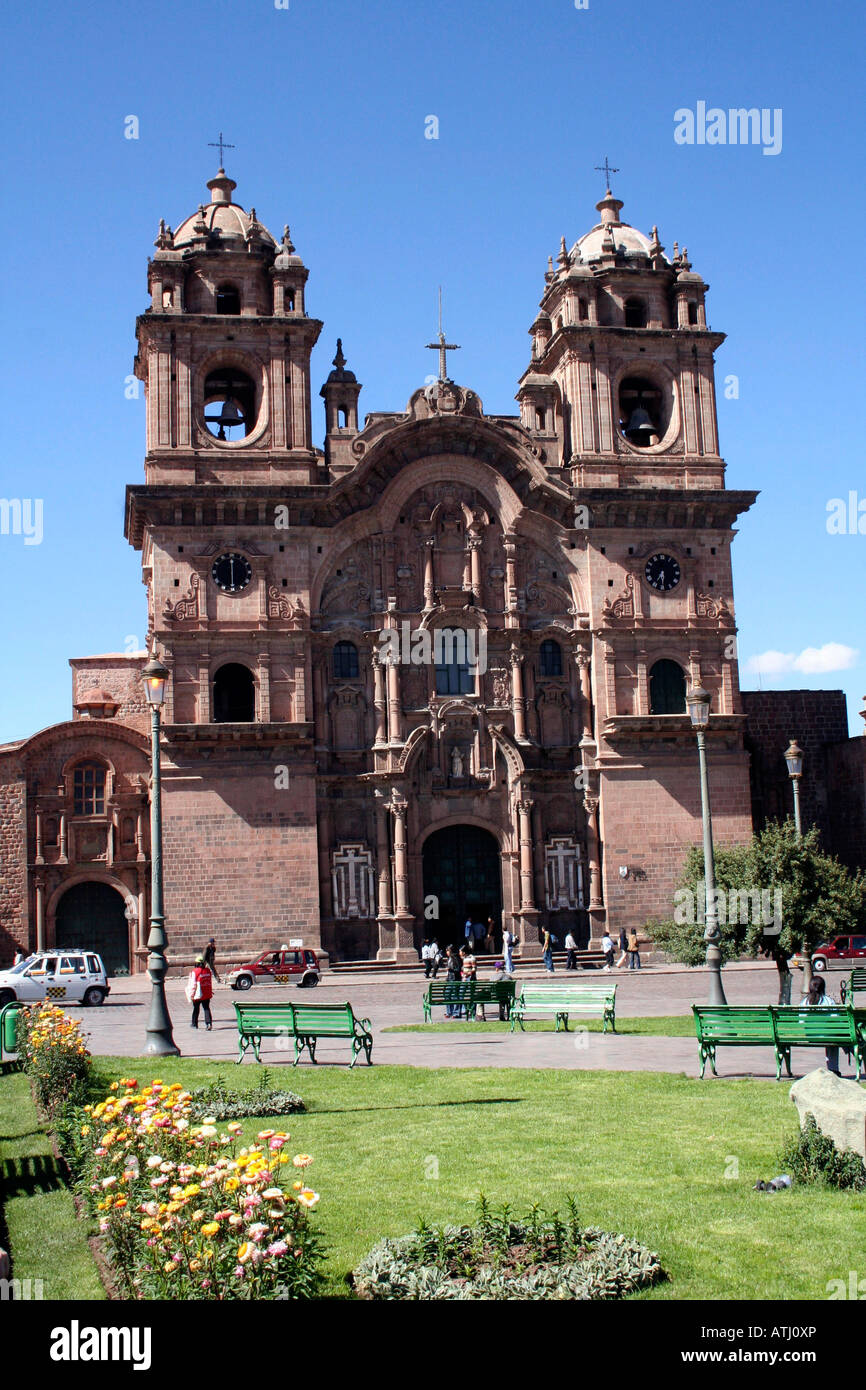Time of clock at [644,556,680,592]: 6:29
